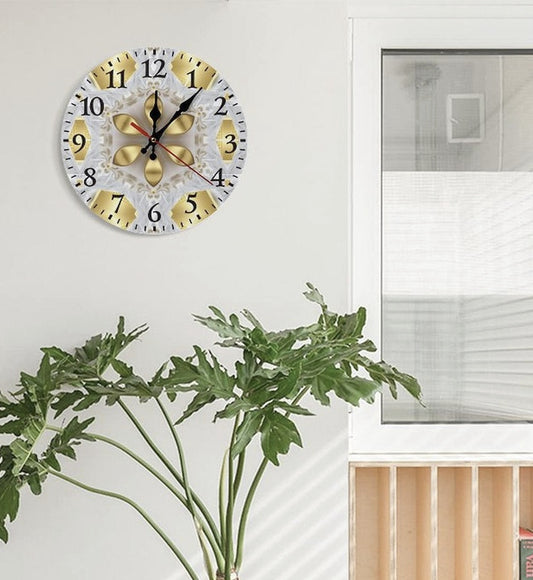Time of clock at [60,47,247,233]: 12:06
